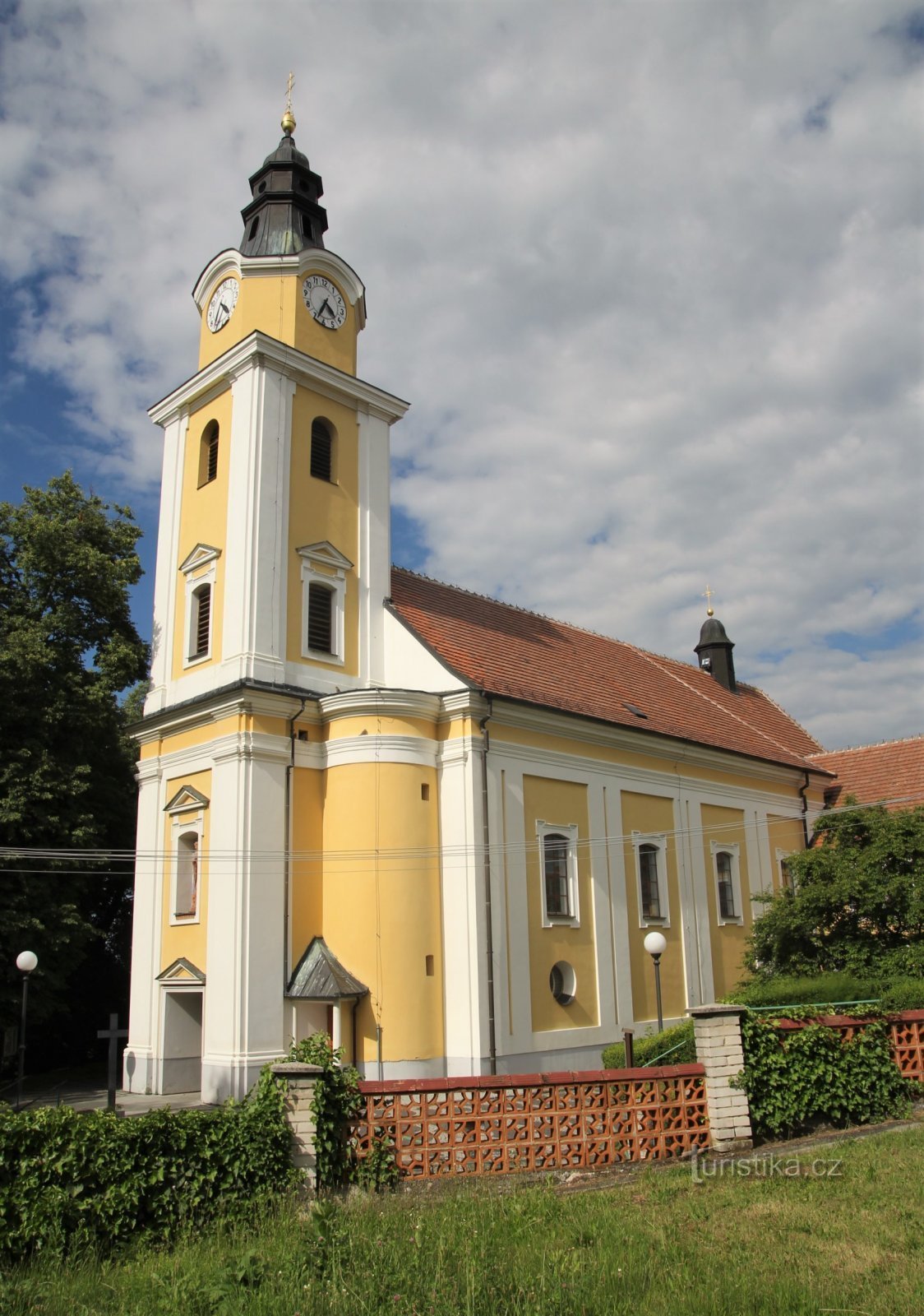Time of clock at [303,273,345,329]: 4:34
